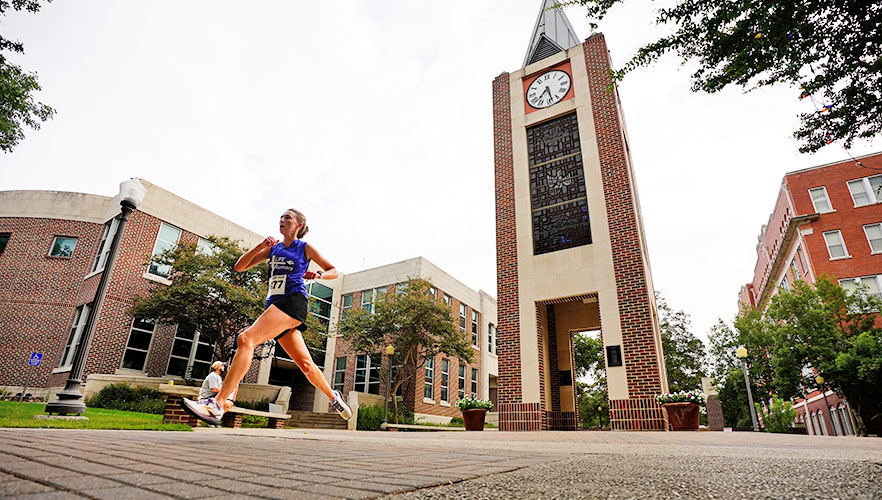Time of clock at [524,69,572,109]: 7:28
